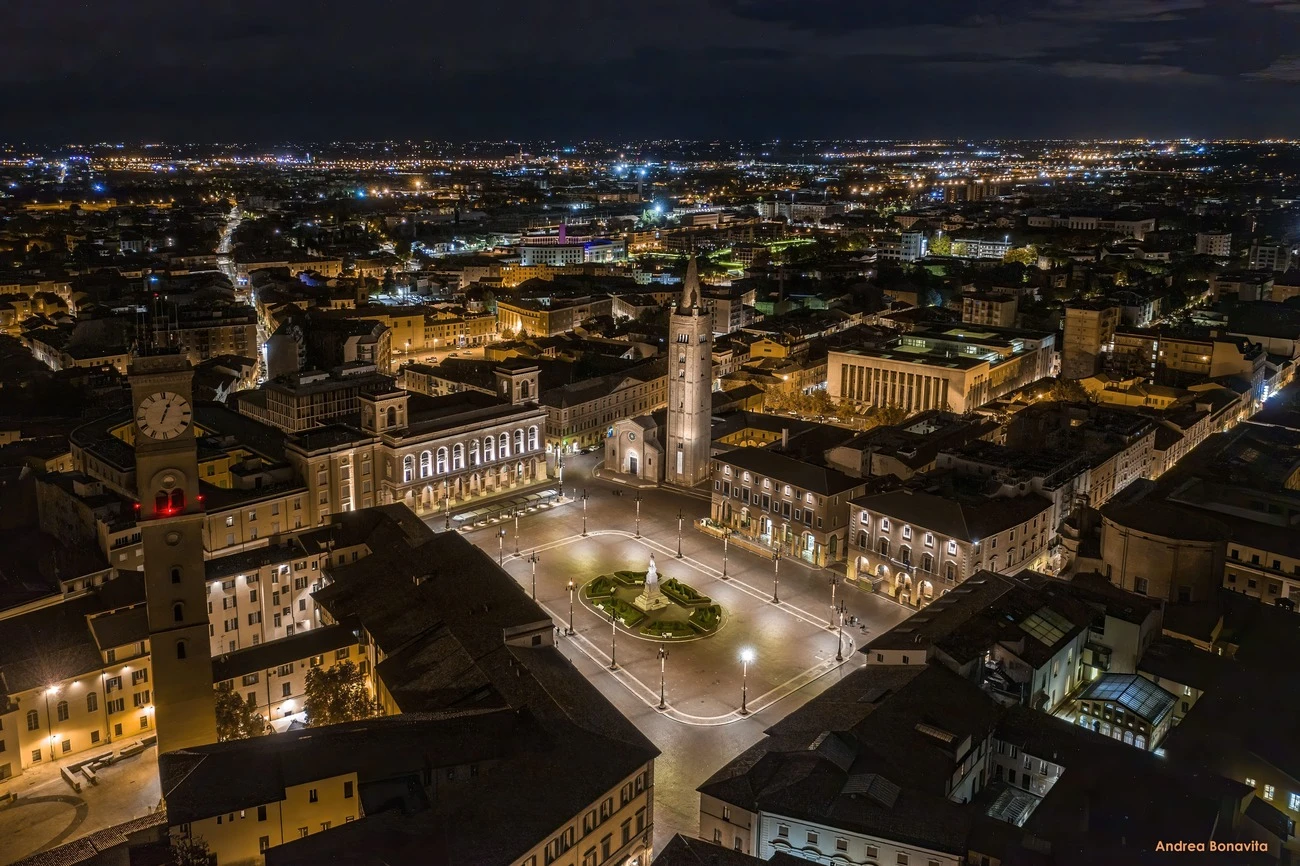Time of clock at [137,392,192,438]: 1:03
